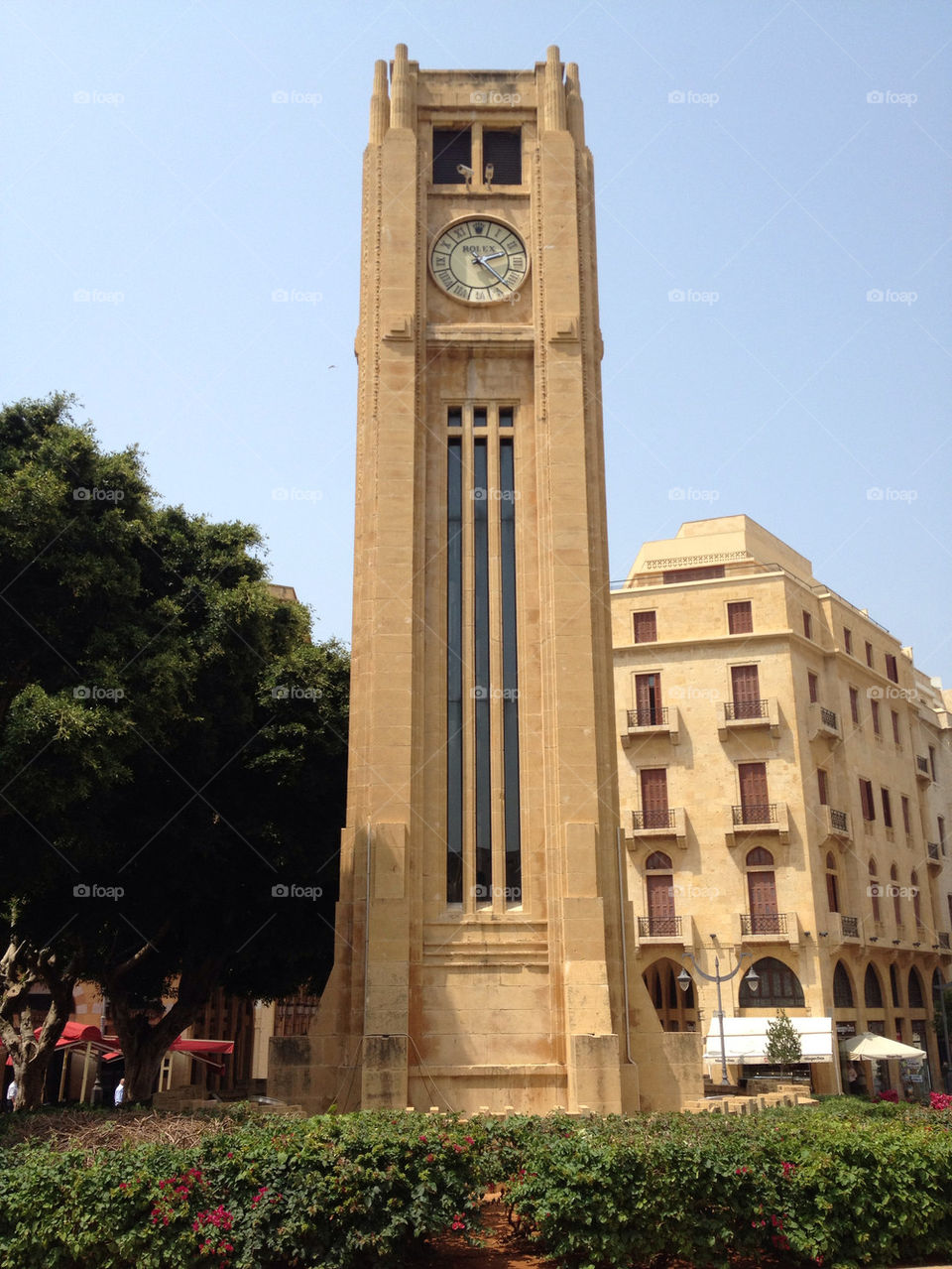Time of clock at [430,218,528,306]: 2:22
